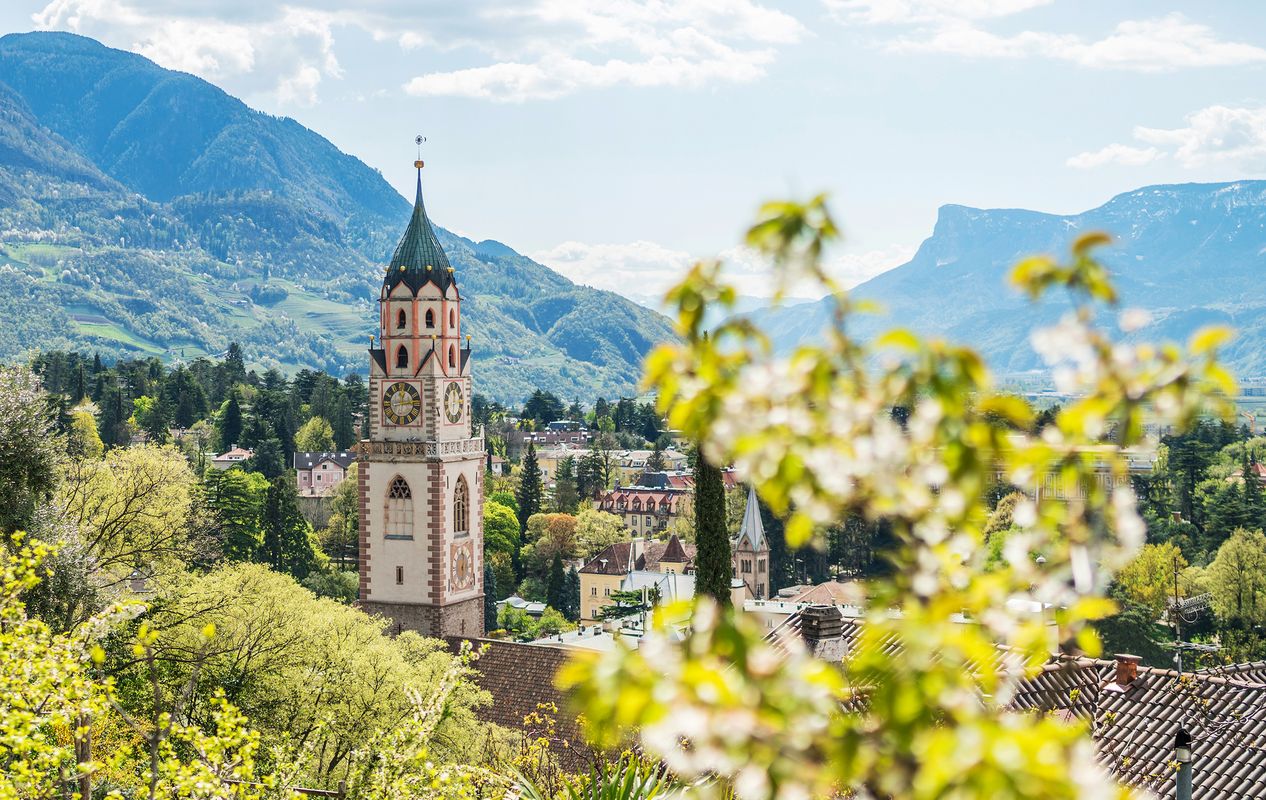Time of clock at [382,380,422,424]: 12:13
